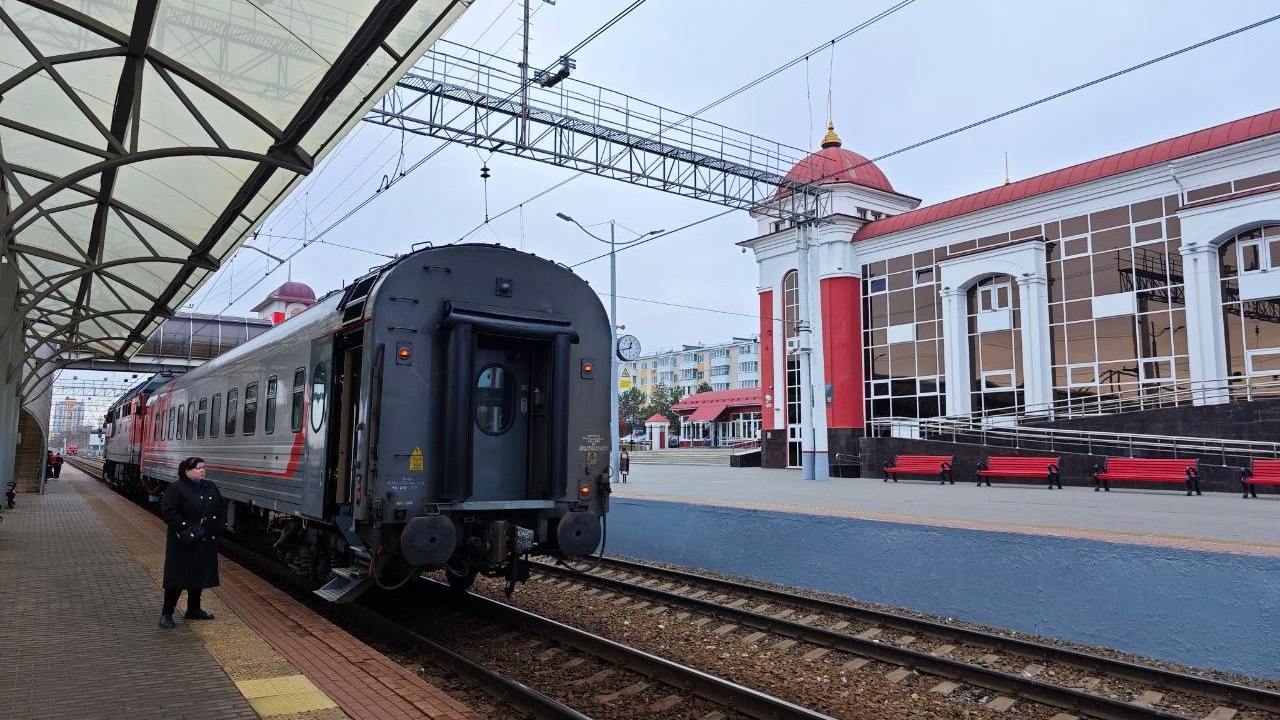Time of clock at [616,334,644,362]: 12:42
